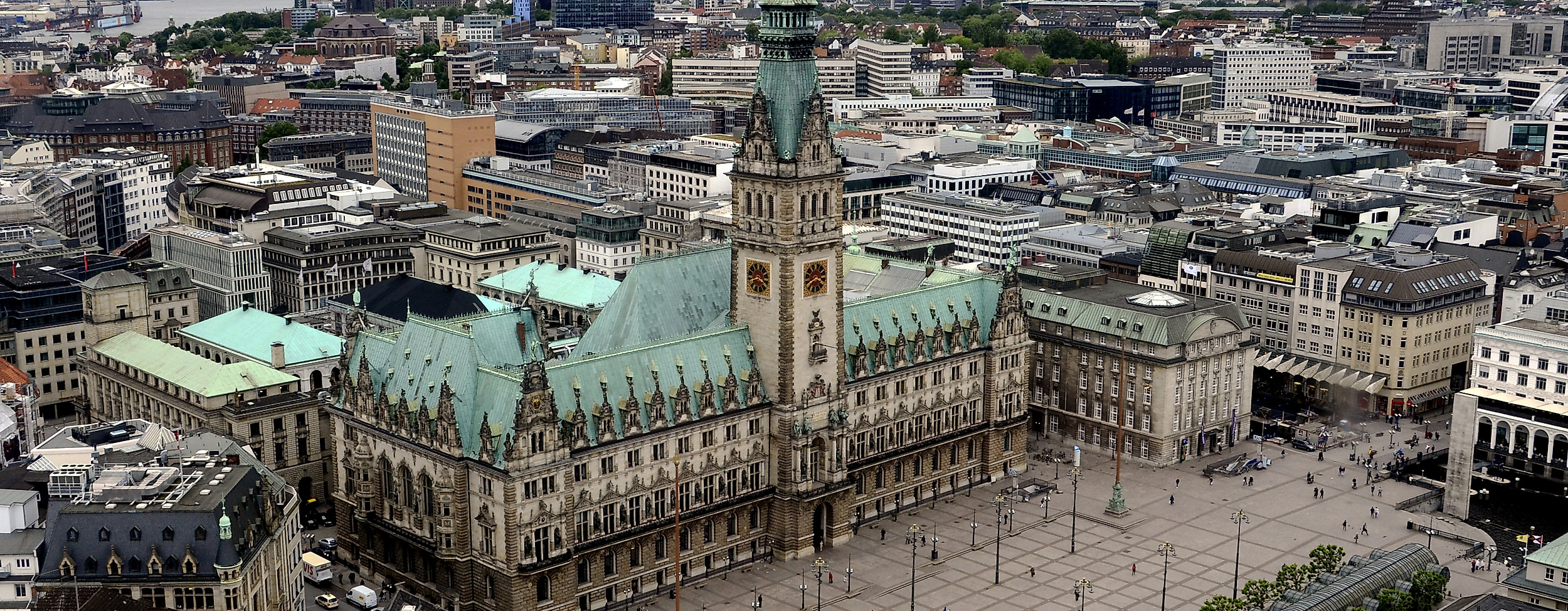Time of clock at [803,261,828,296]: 3:40
